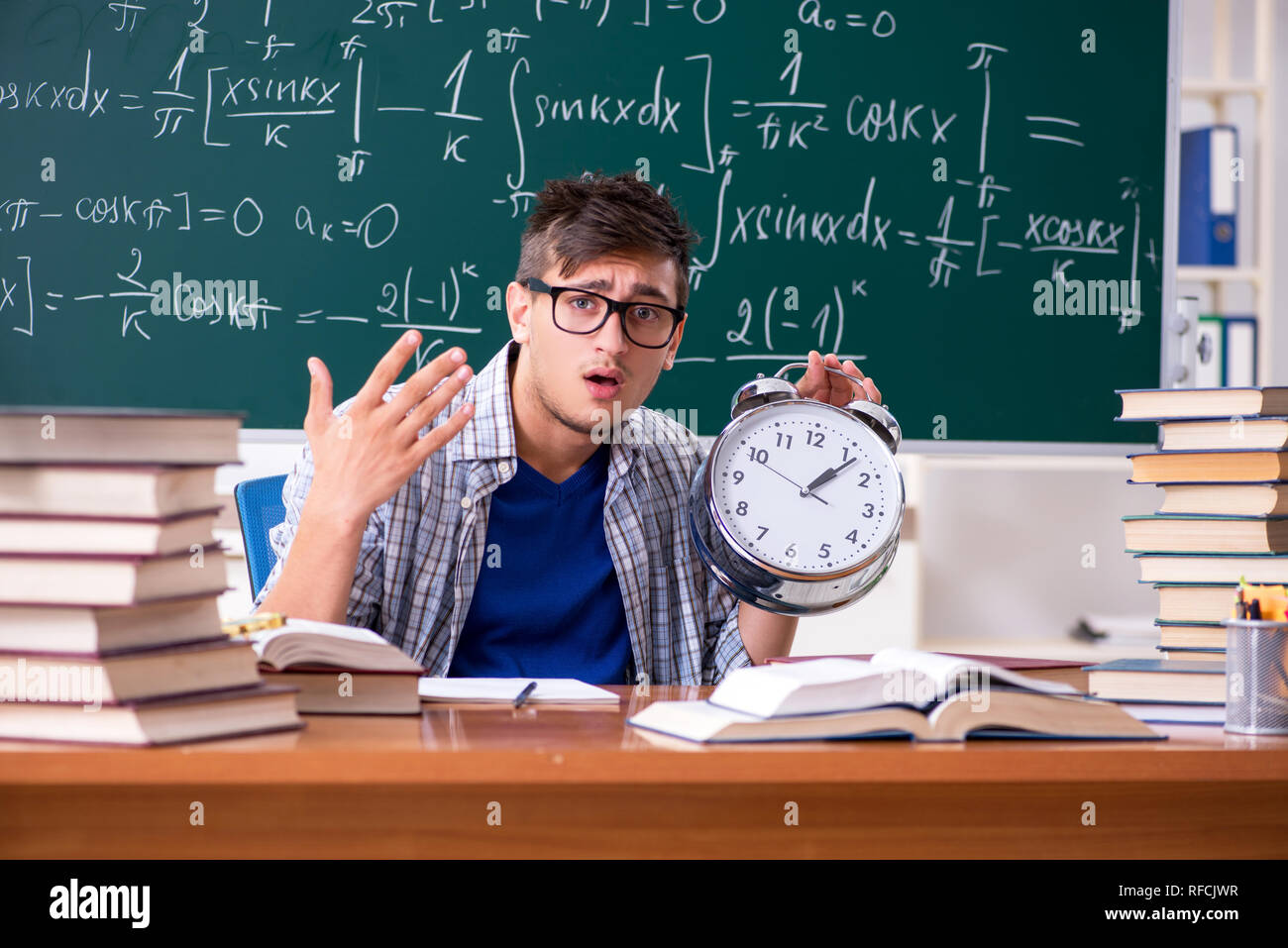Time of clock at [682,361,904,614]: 1:06
